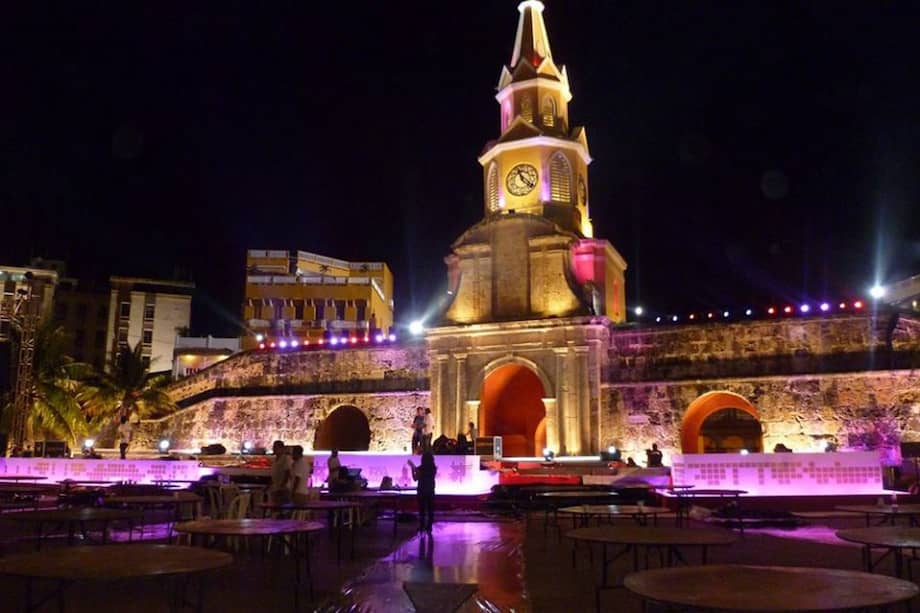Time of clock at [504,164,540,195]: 11:22
